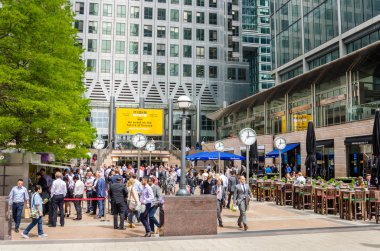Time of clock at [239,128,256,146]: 12:14
